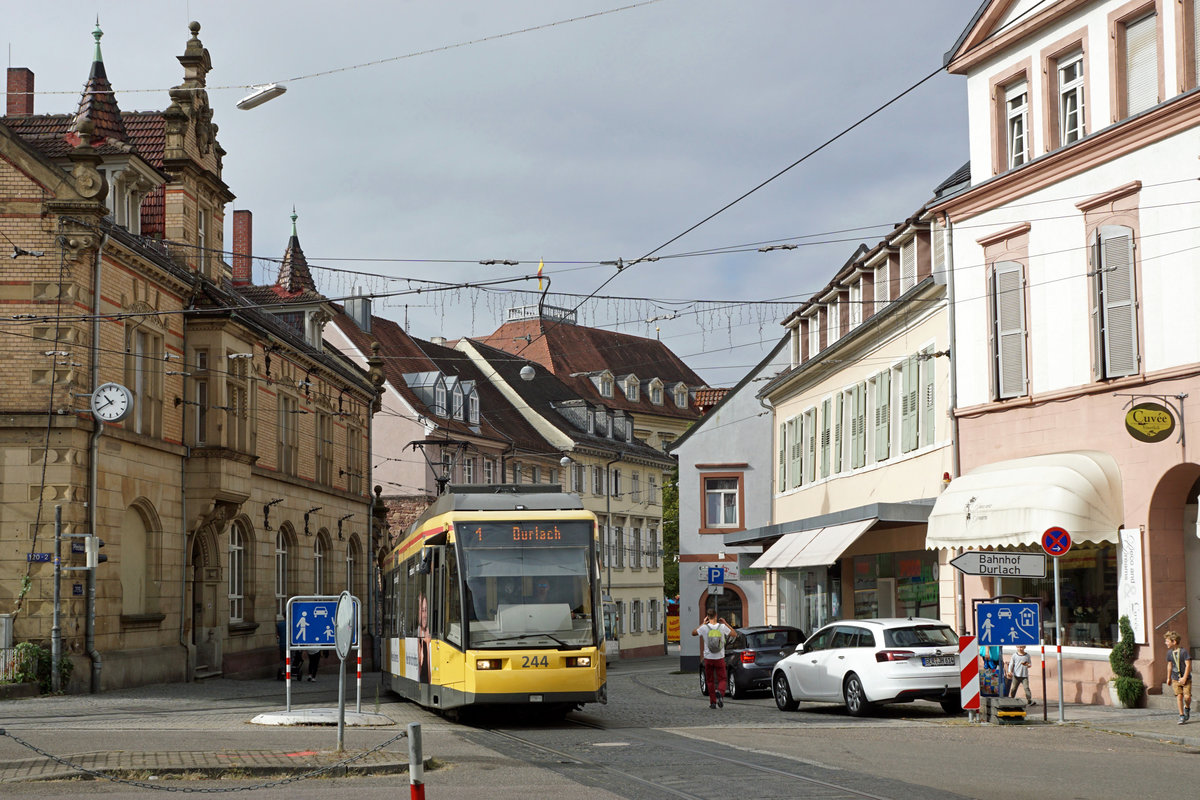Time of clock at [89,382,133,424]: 10:40
